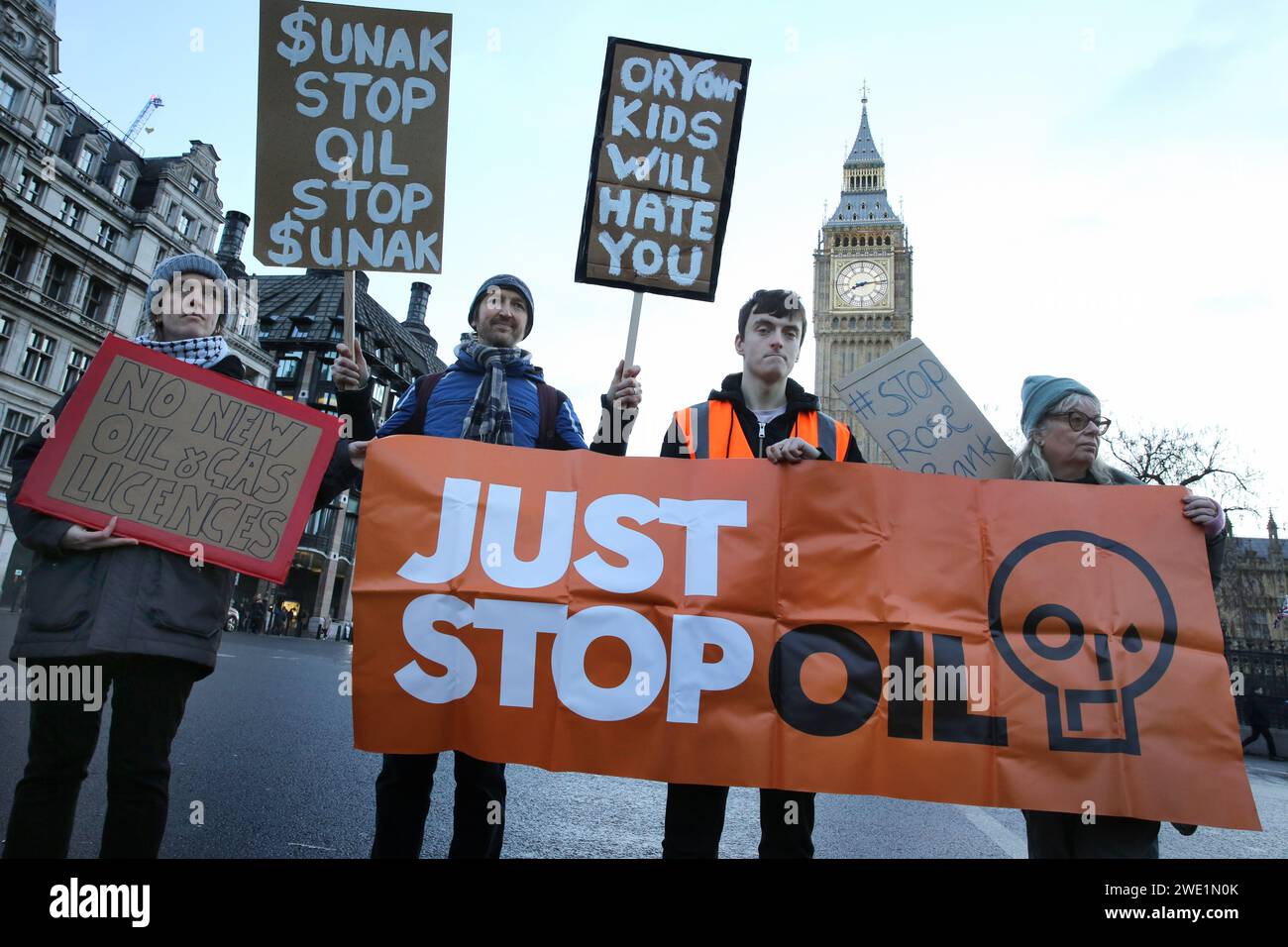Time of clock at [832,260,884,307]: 8:13
